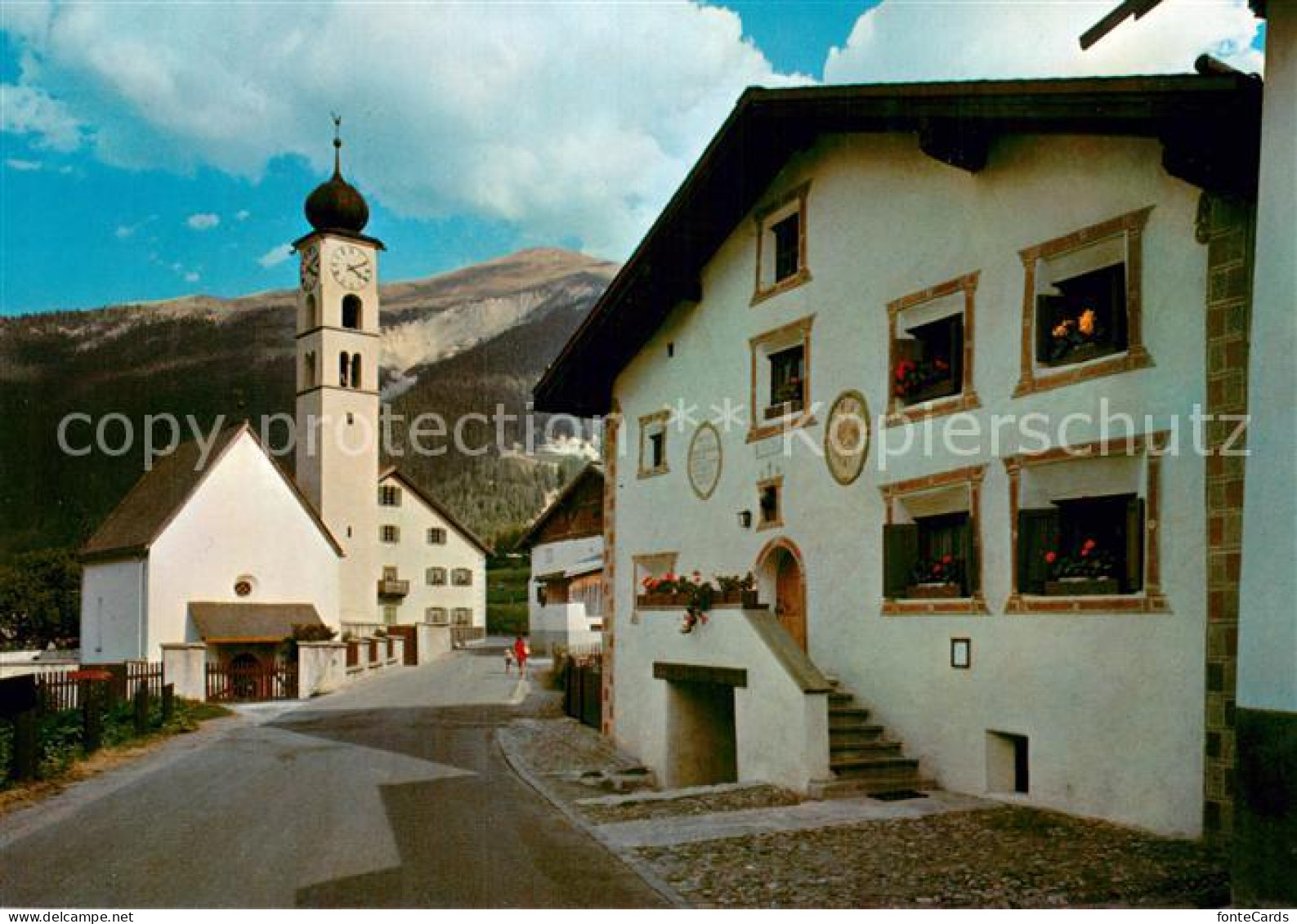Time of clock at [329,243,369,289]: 4:10
